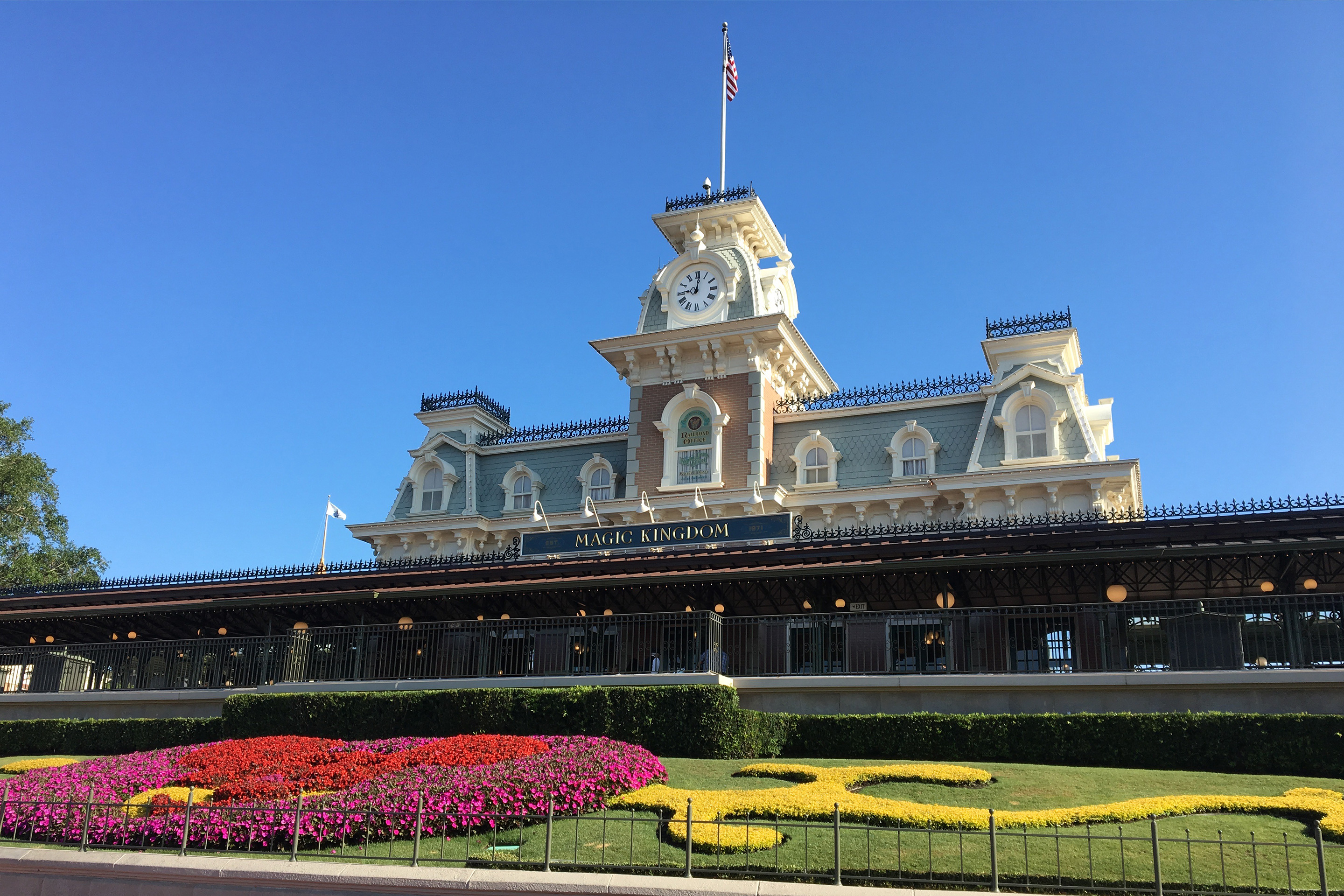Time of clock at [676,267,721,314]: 9:01
